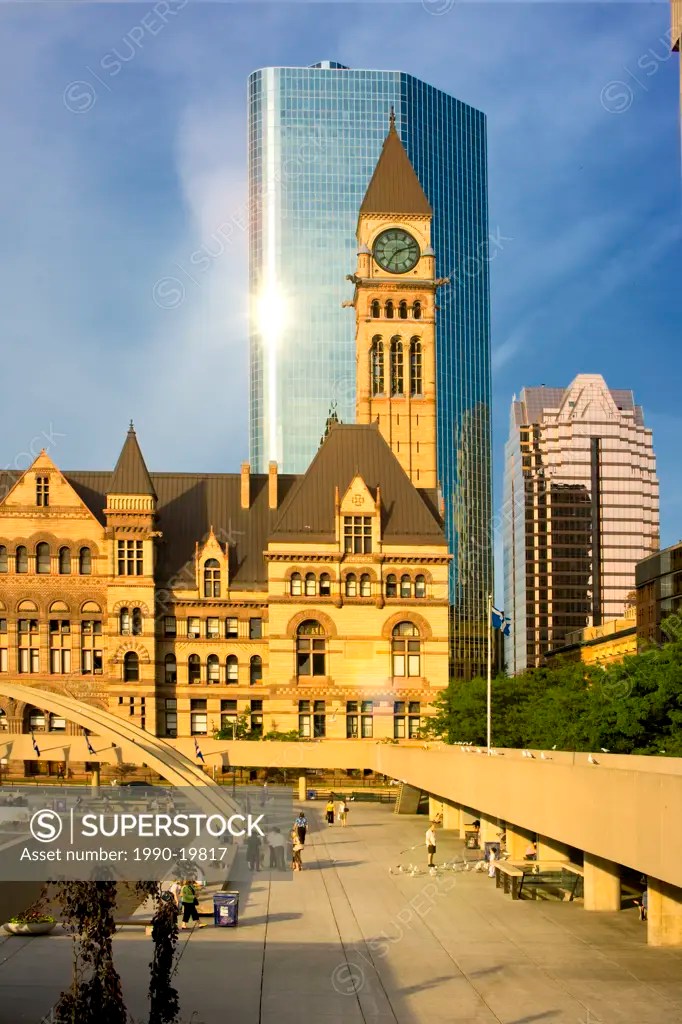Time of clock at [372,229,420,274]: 7:11
